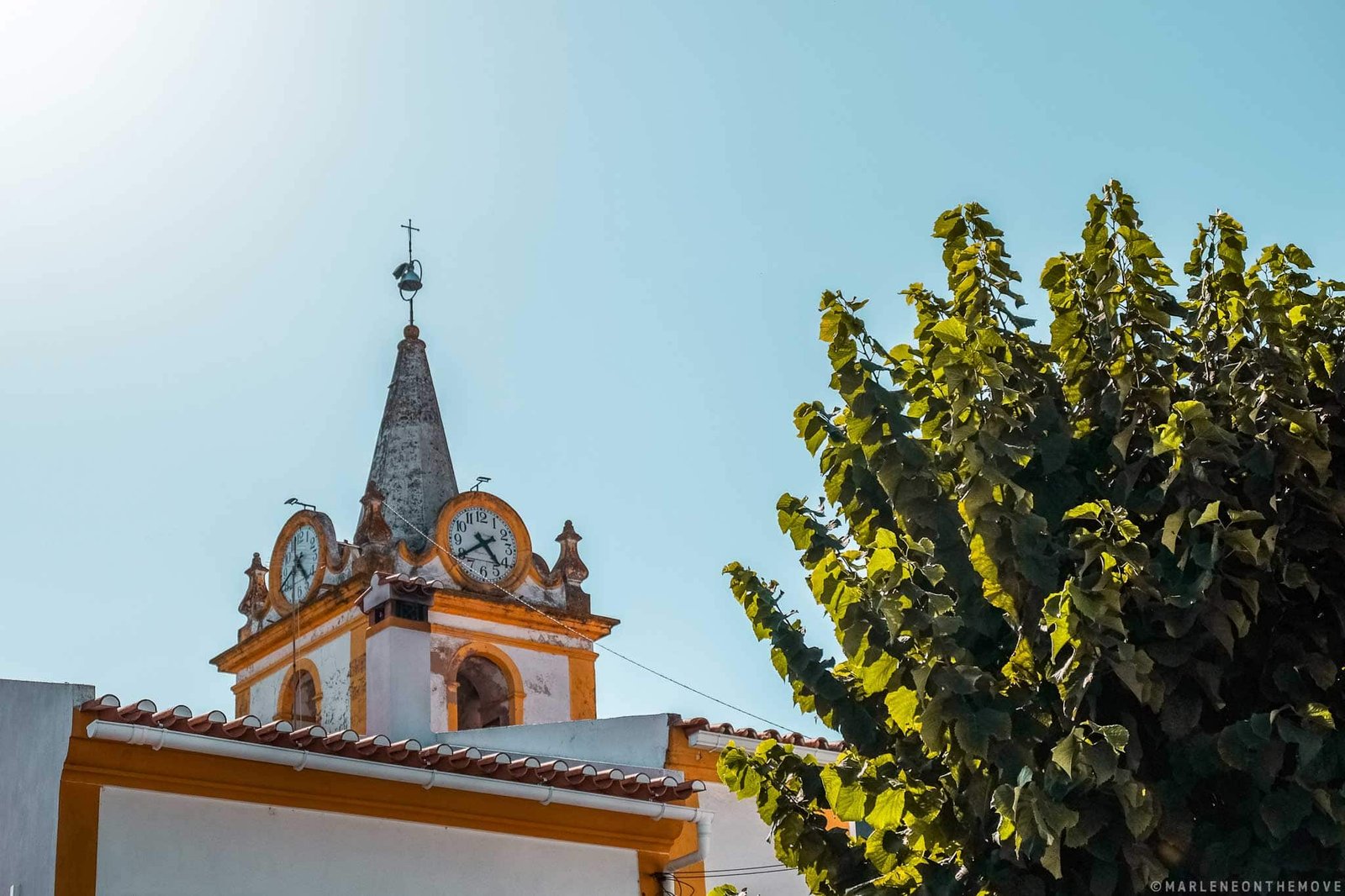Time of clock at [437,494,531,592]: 4:39
